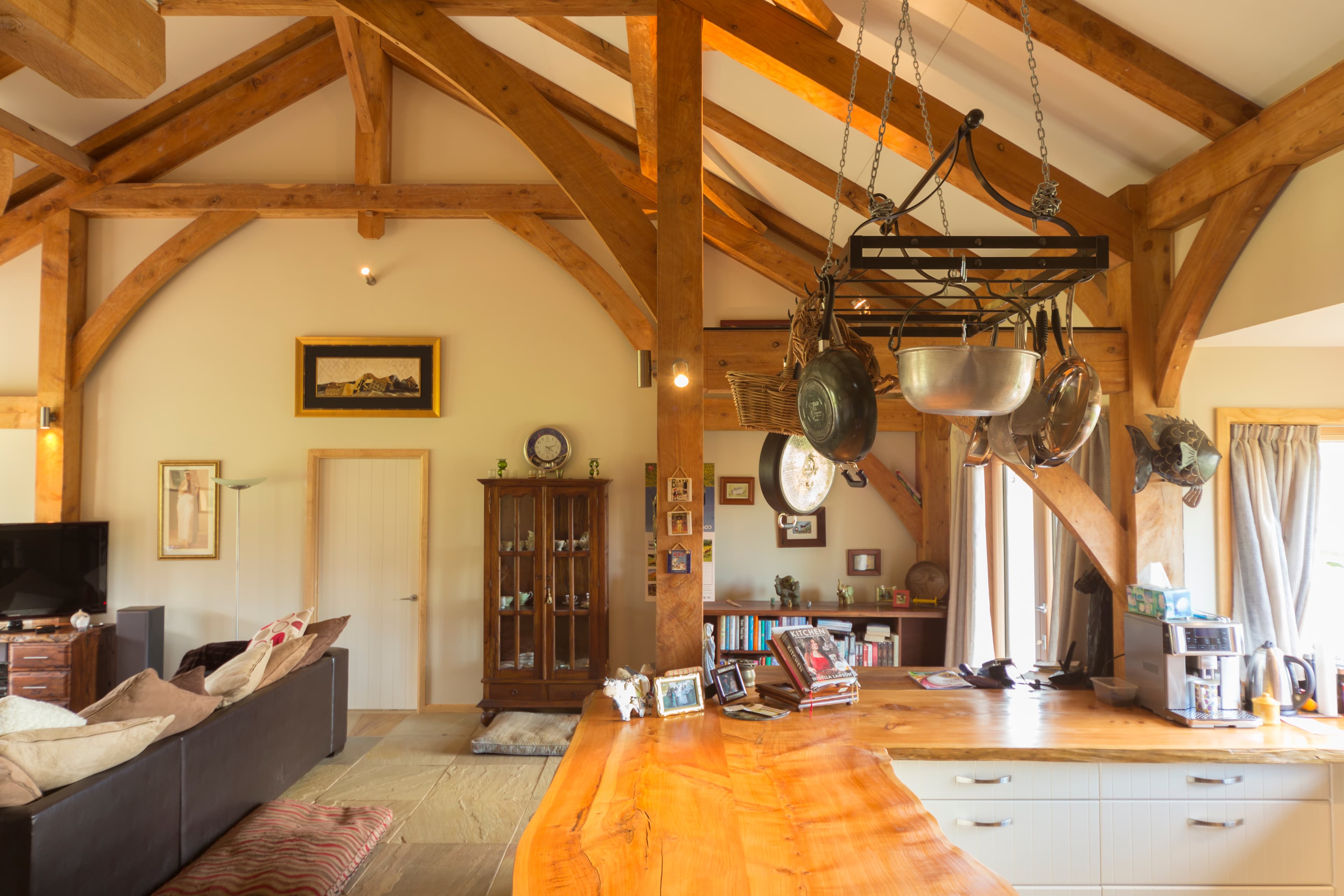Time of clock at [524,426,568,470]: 4:12
